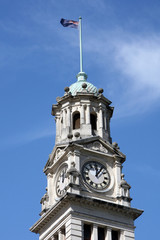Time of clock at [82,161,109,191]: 12:06
